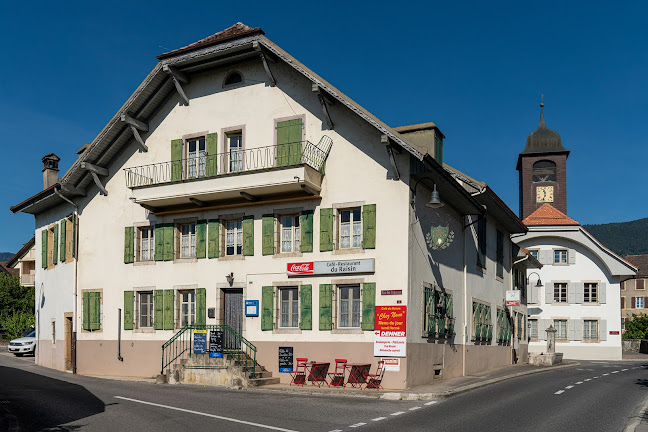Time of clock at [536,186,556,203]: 11:32
